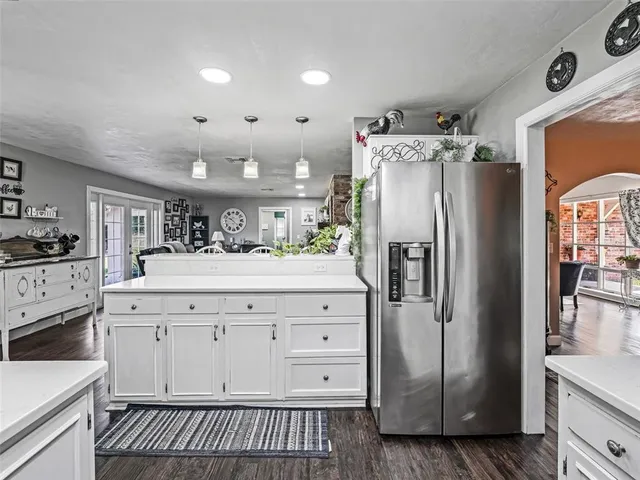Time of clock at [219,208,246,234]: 10:22
